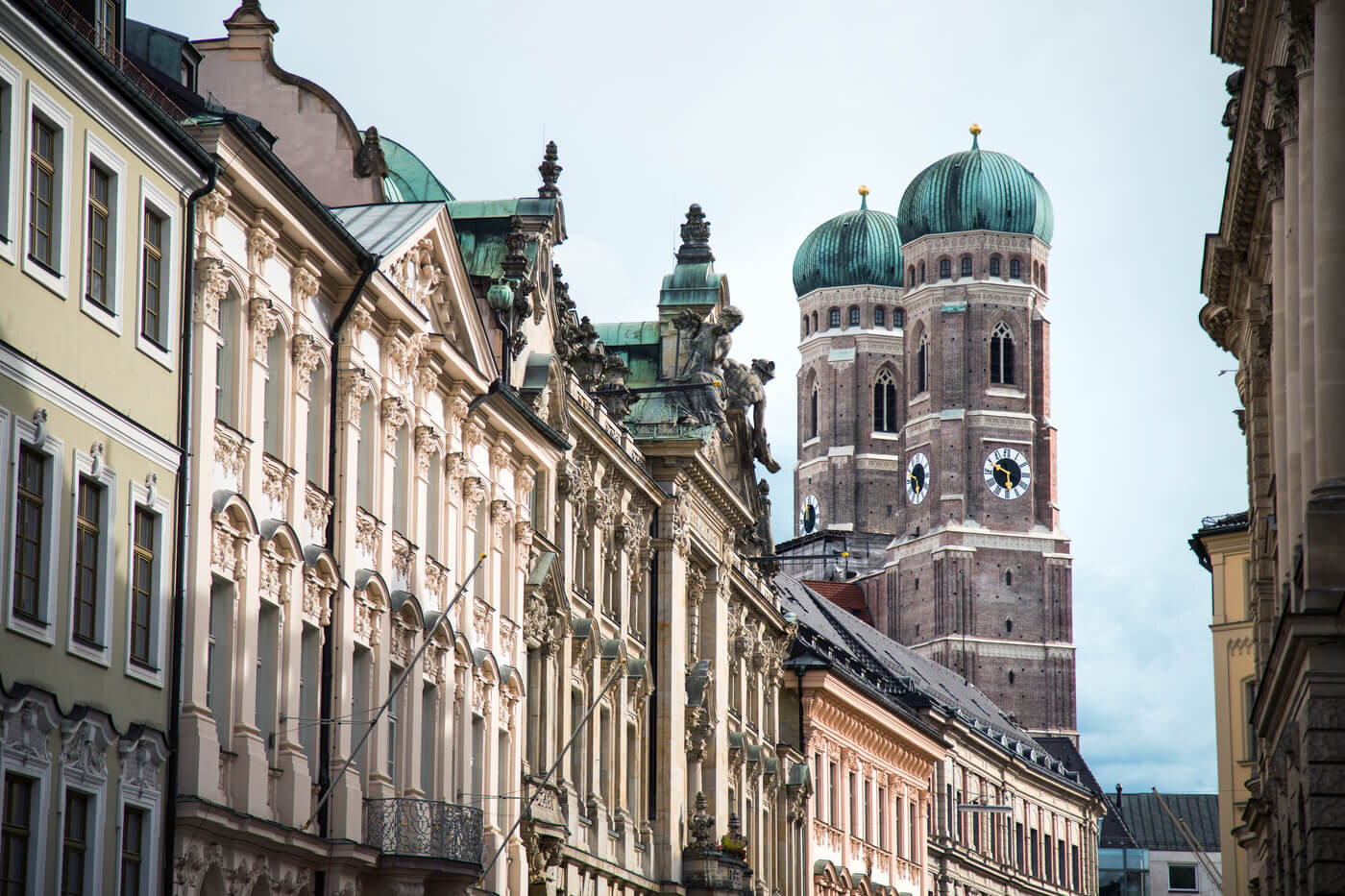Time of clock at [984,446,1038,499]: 5:49
